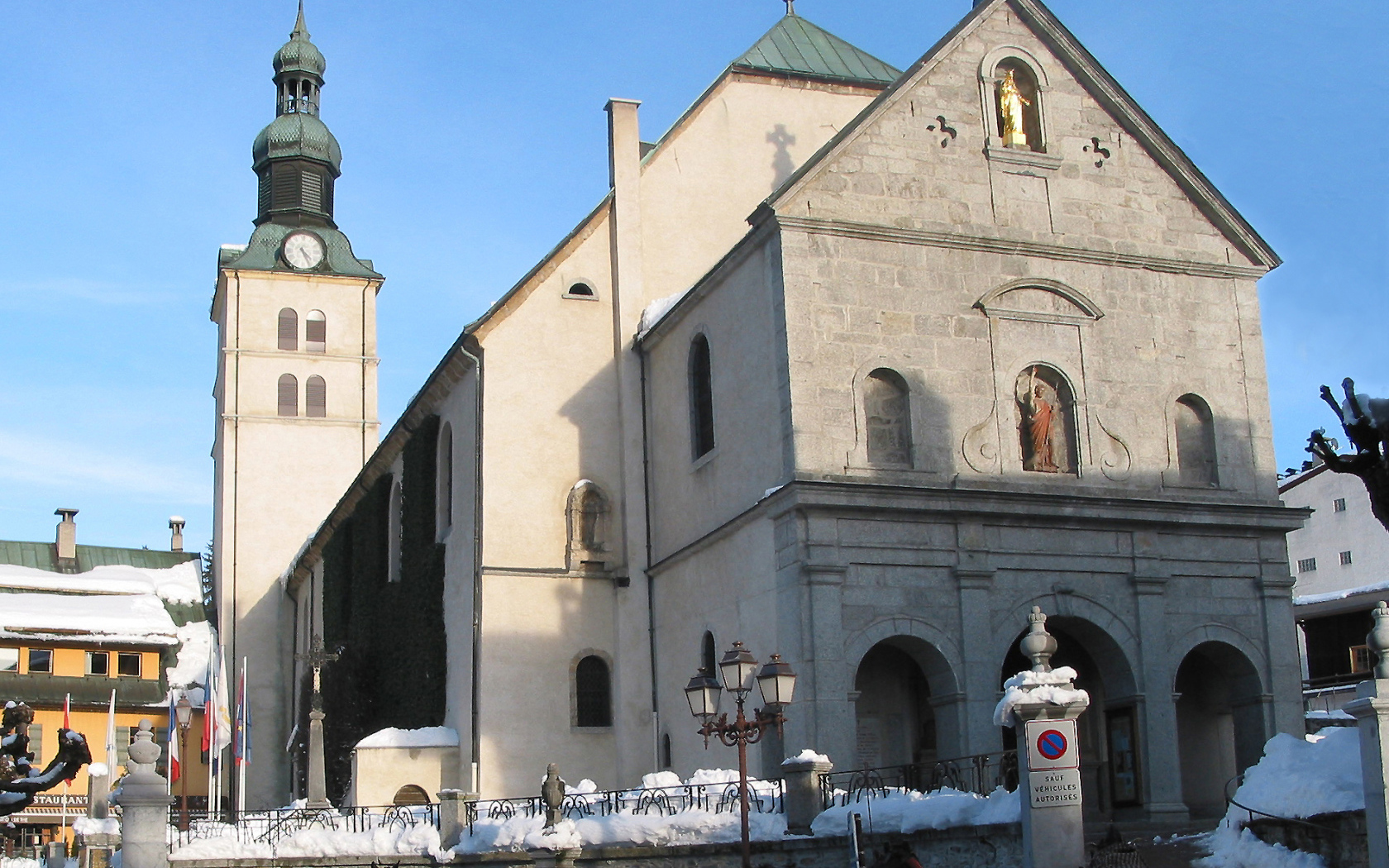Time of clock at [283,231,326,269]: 4:25
